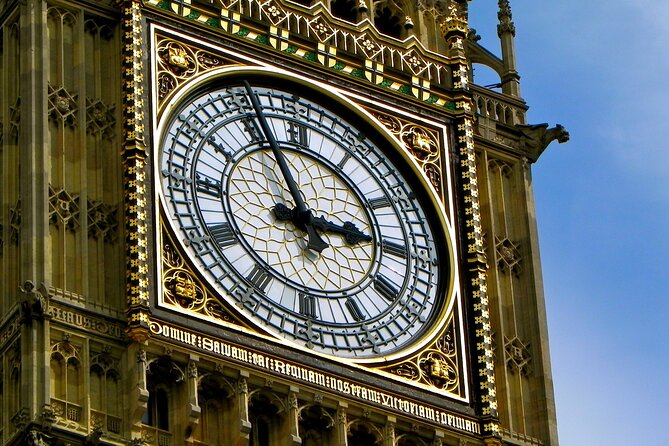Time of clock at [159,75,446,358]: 2:56
